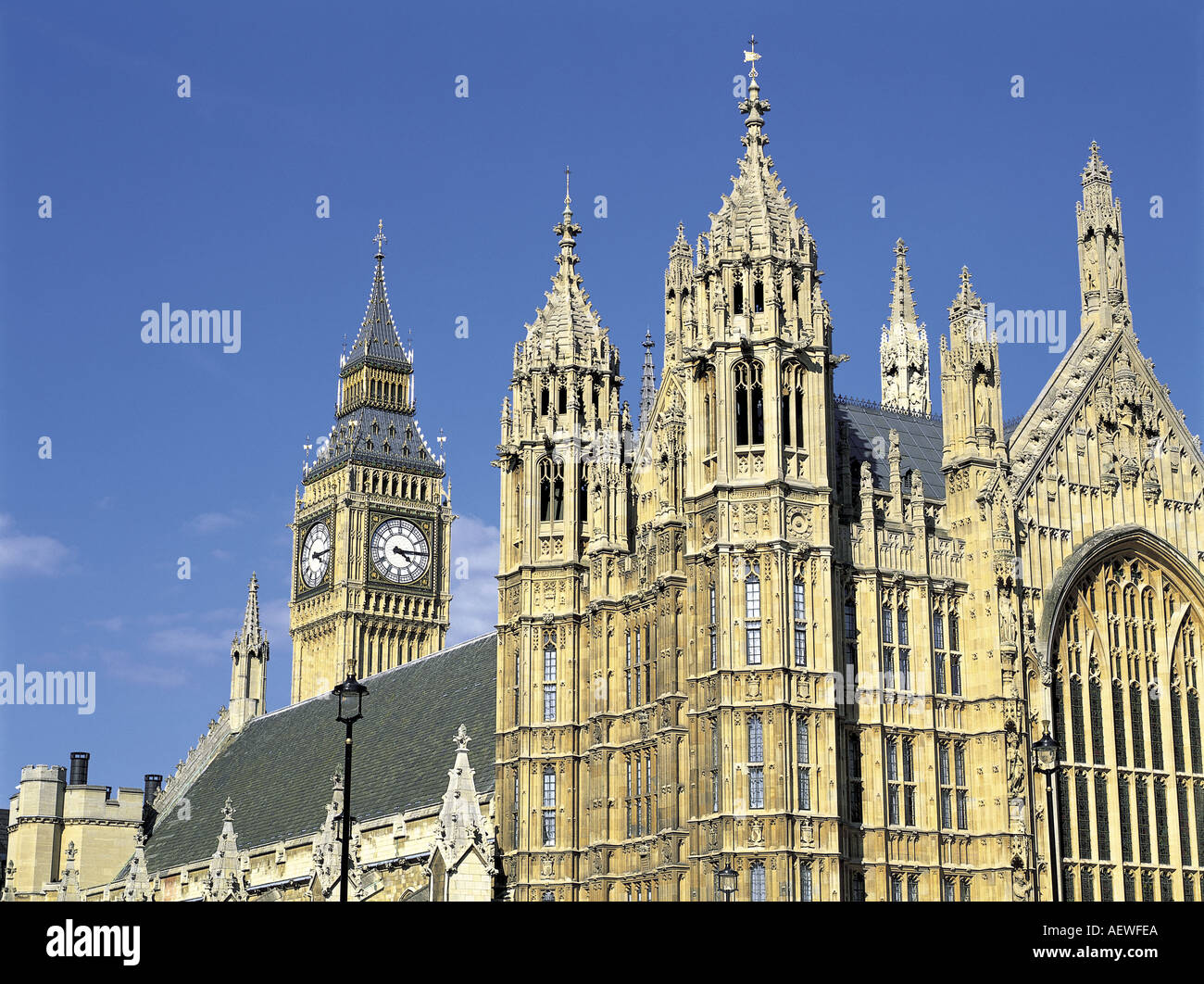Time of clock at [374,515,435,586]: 4:14
